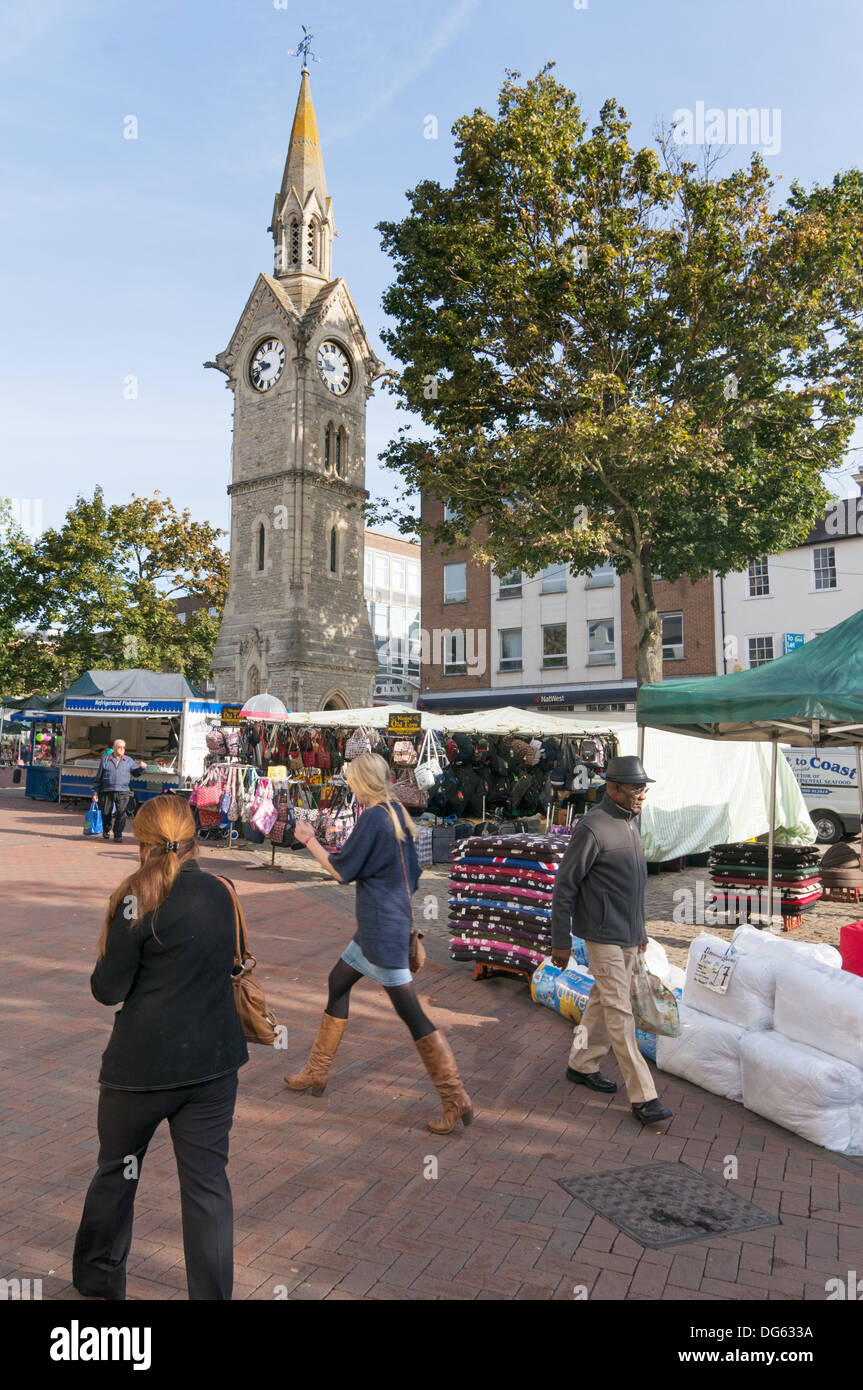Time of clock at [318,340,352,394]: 9:42
